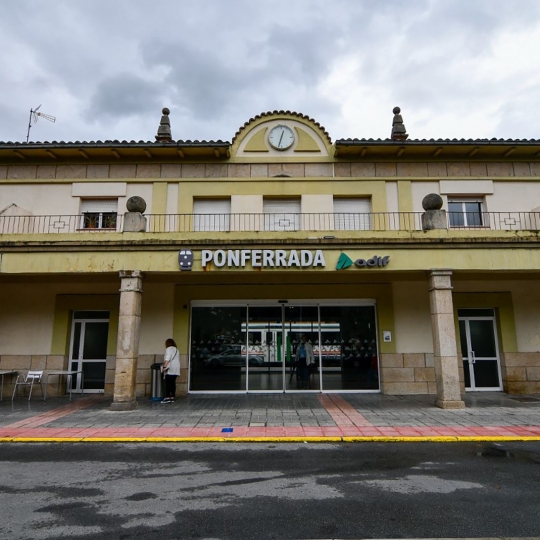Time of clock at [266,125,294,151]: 12:32
